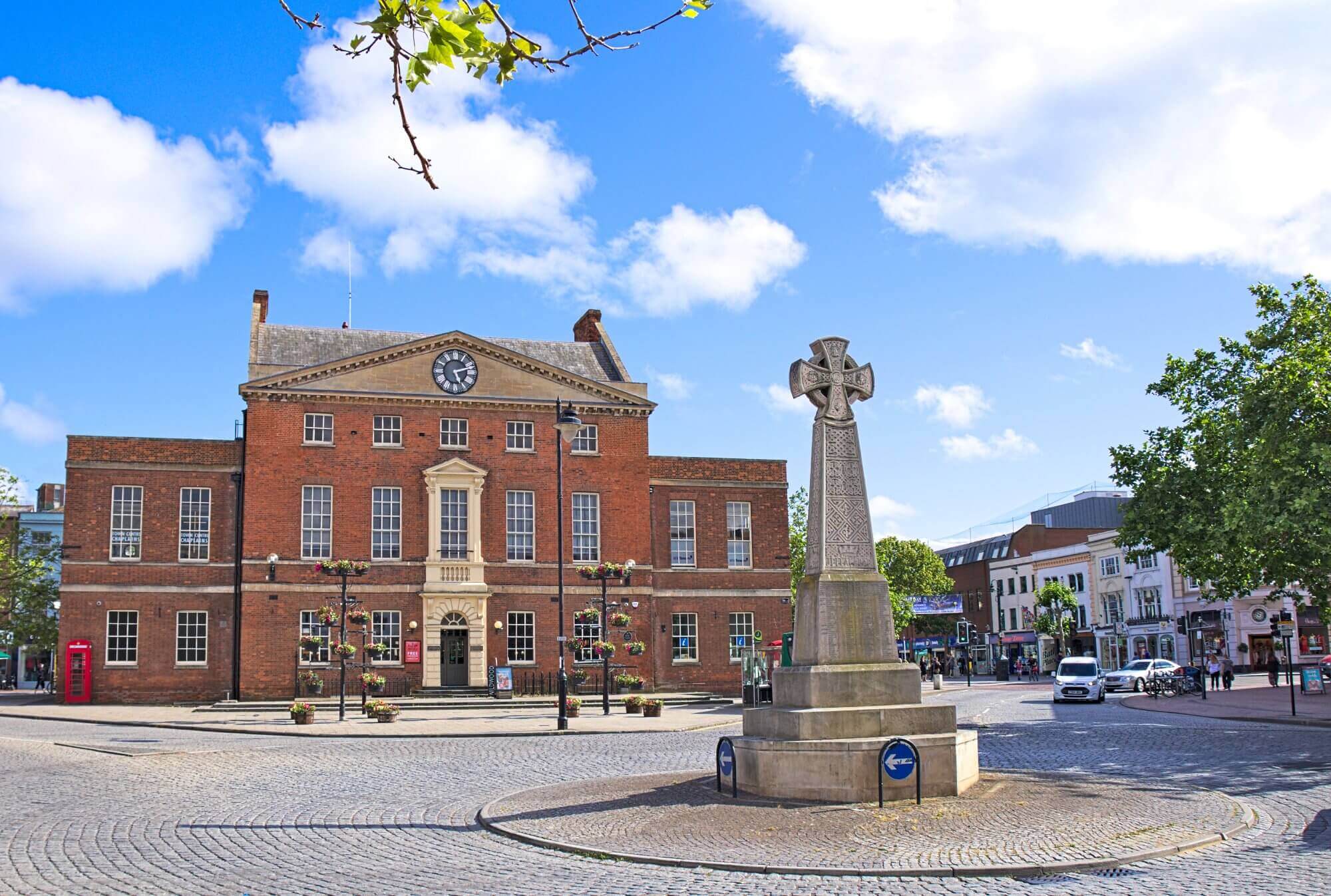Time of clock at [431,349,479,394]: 5:11
